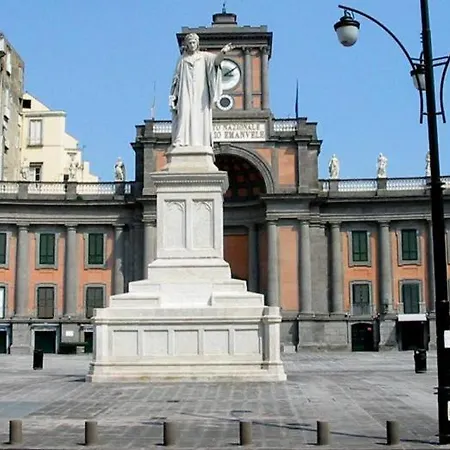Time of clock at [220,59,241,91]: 3:09
